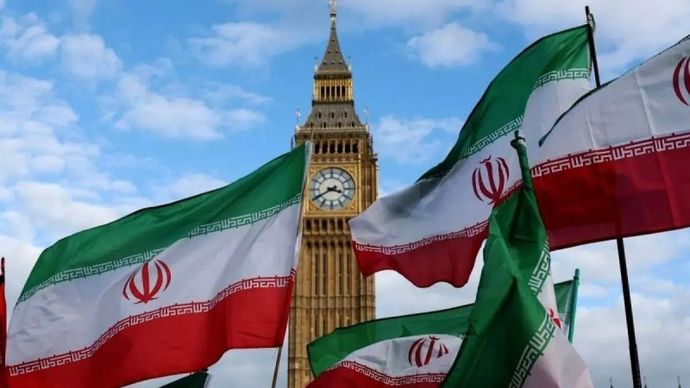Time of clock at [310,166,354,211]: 3:40
